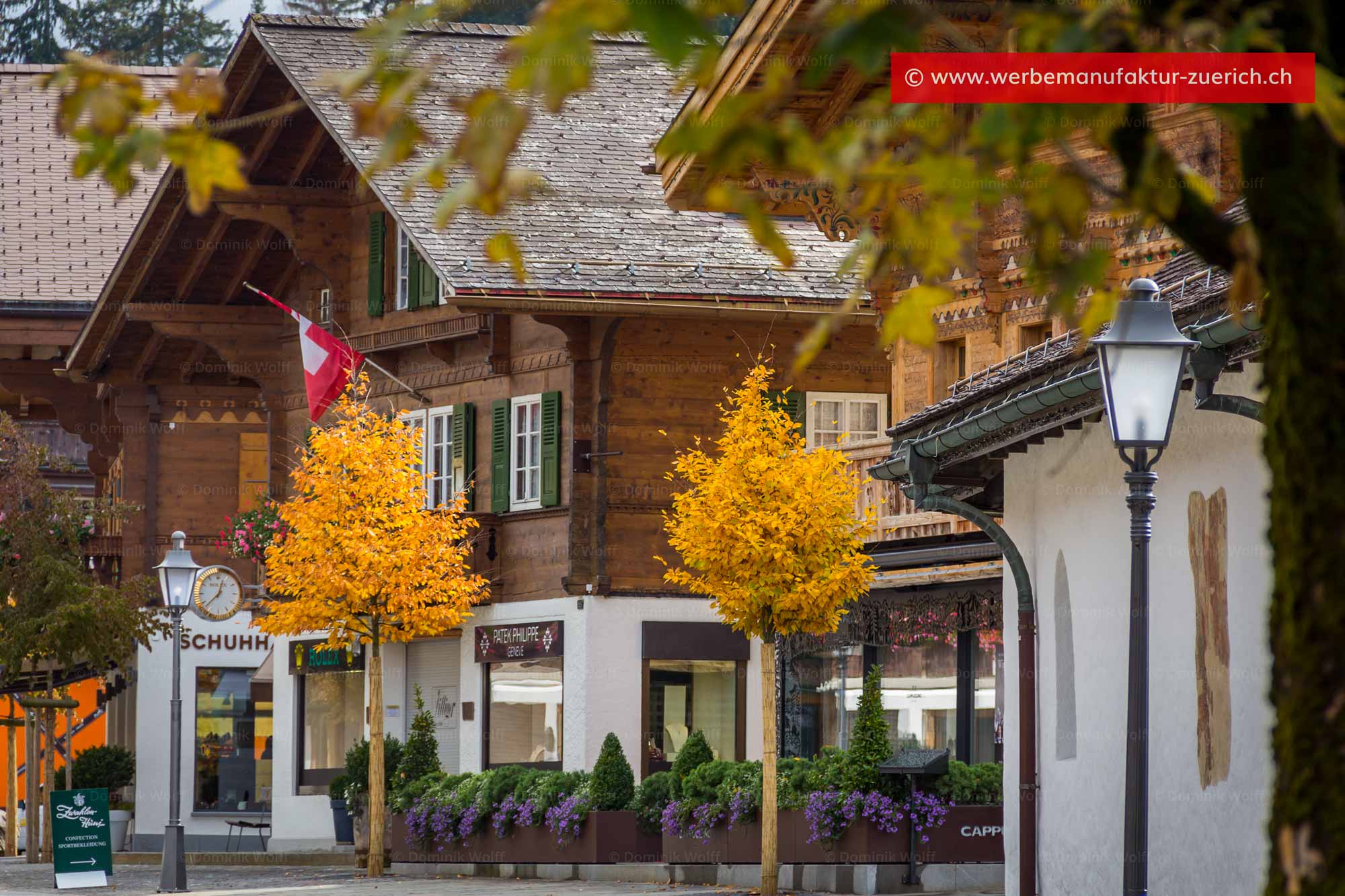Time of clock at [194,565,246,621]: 12:37
